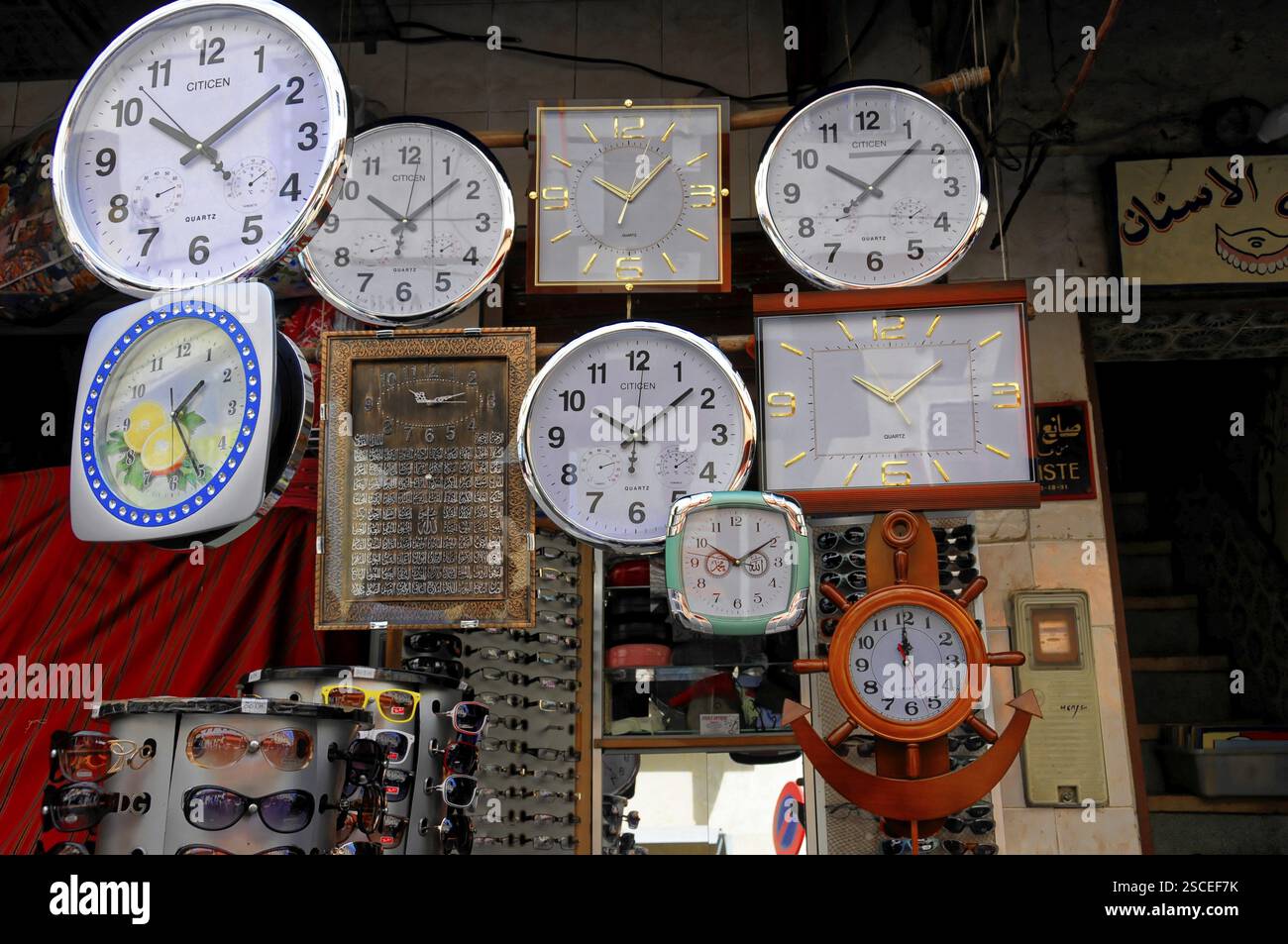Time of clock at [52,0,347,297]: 10:08
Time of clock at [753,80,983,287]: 10:07
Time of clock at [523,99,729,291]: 10:07
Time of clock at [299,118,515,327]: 10:08
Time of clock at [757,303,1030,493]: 10:09
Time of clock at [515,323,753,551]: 10:08
